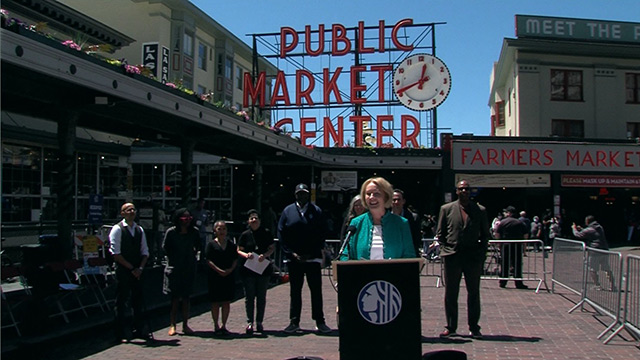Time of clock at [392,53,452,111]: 12:41
